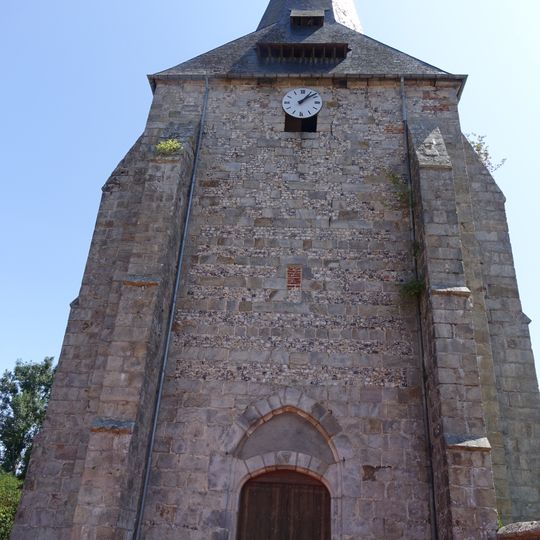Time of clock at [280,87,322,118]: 1:08
